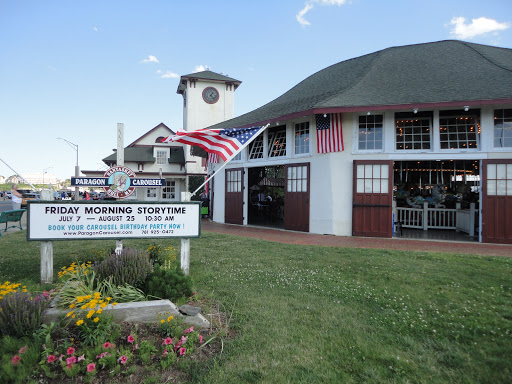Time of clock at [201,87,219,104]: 1:22
